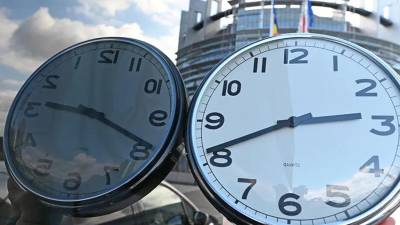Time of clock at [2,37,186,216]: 9:19
